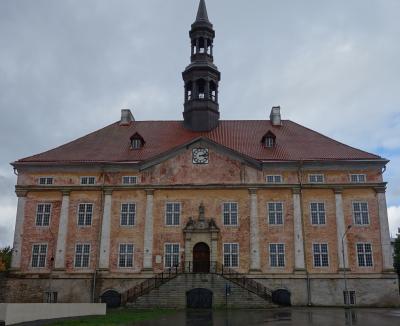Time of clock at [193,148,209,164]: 3:12
